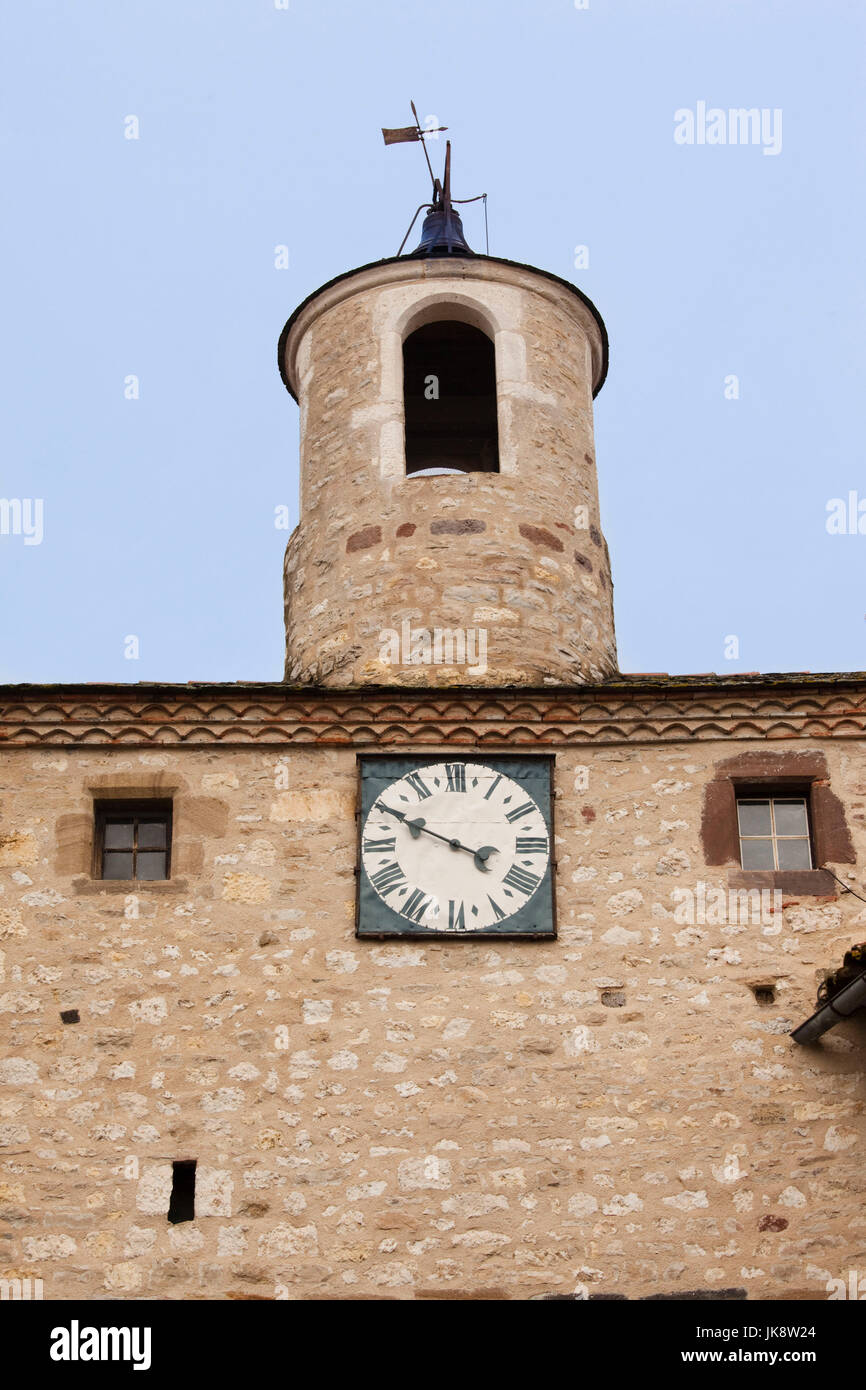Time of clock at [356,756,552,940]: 3:49
